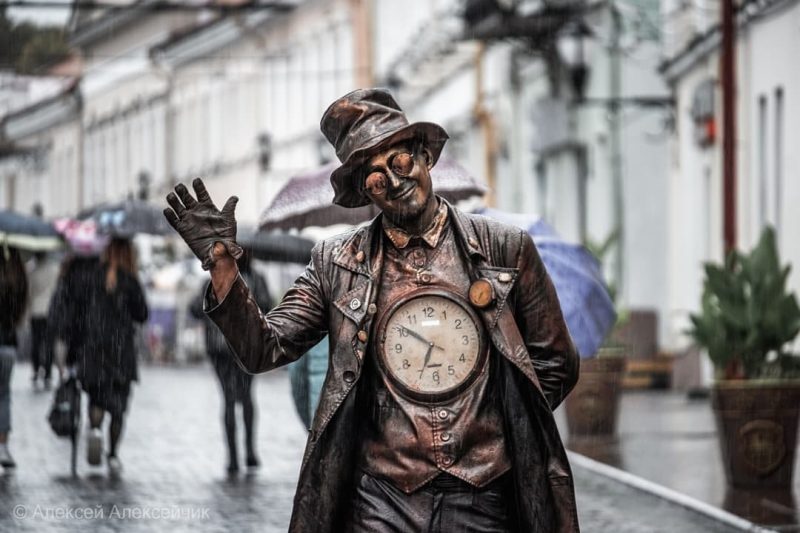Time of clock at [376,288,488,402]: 6:50
